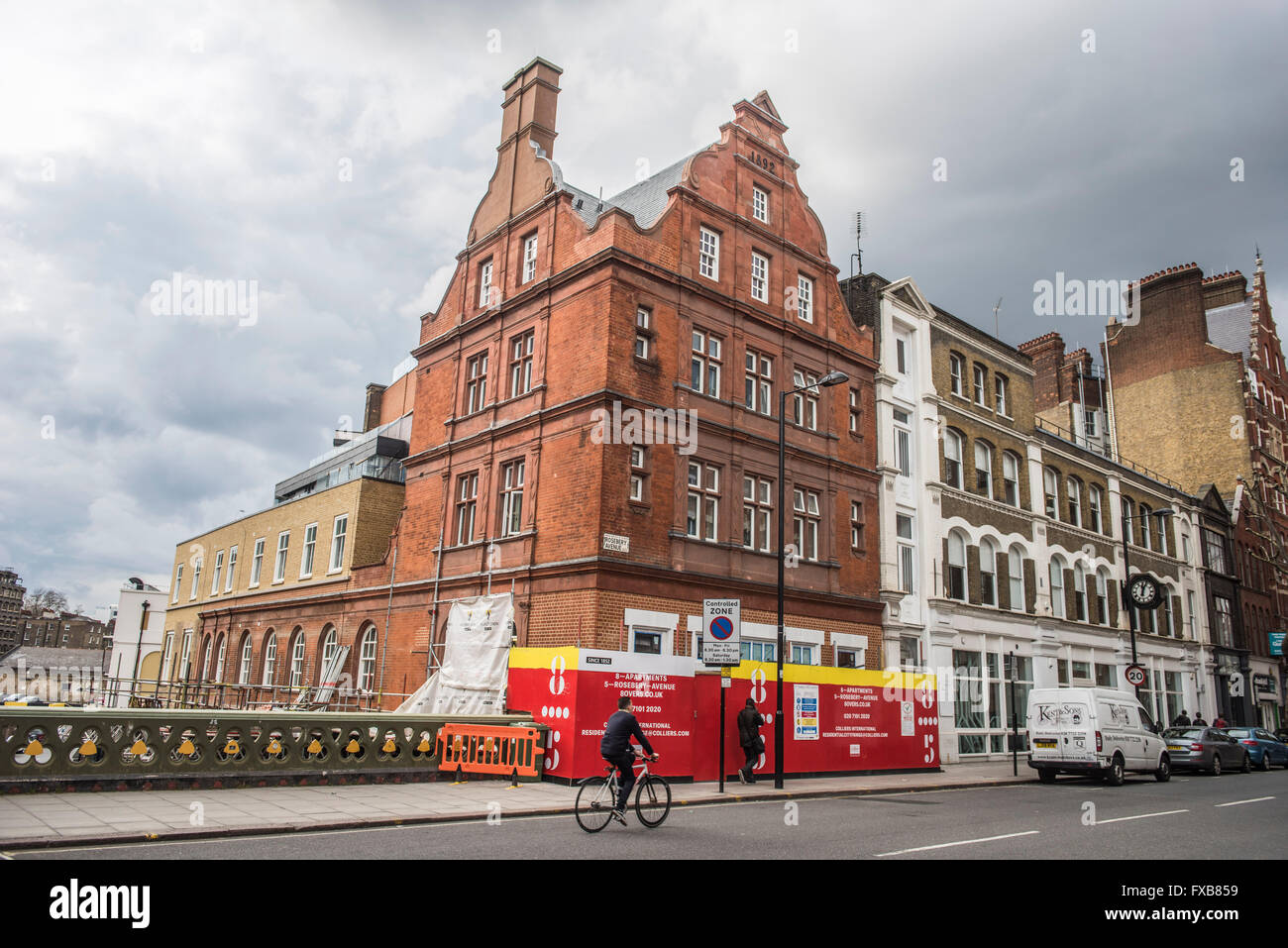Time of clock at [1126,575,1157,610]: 12:03
